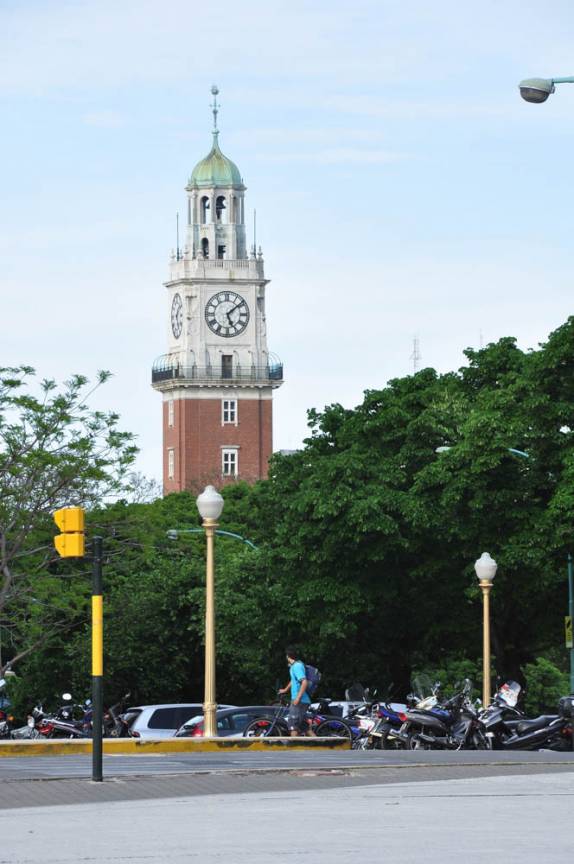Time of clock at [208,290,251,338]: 5:08
